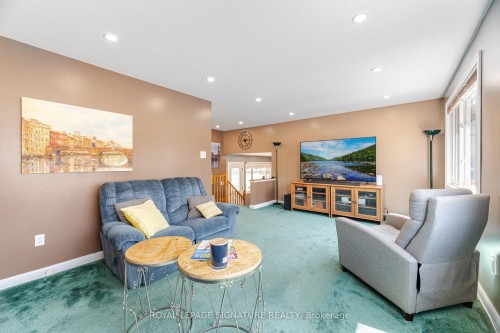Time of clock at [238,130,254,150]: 5:14
